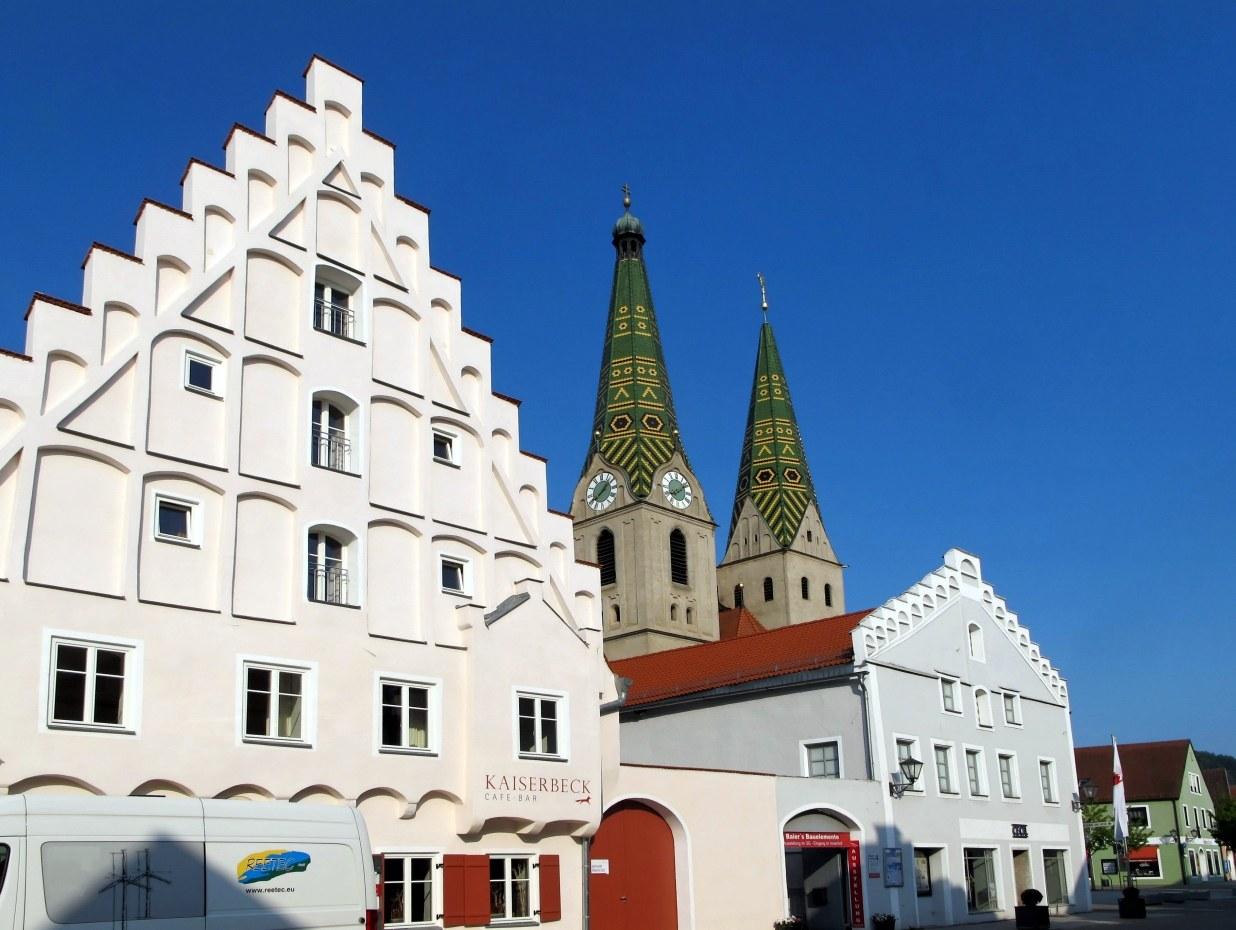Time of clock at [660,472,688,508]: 8:09
